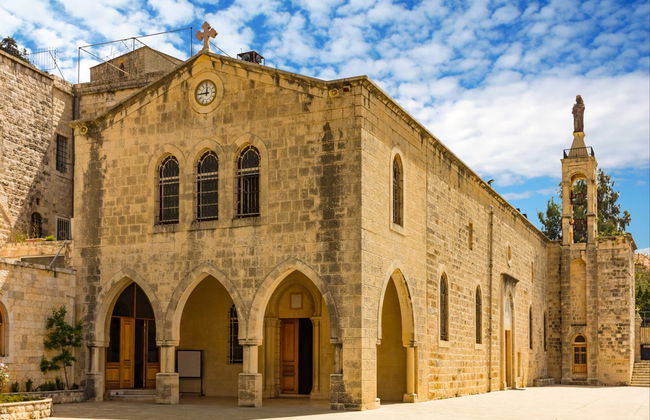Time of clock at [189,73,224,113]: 11:44
